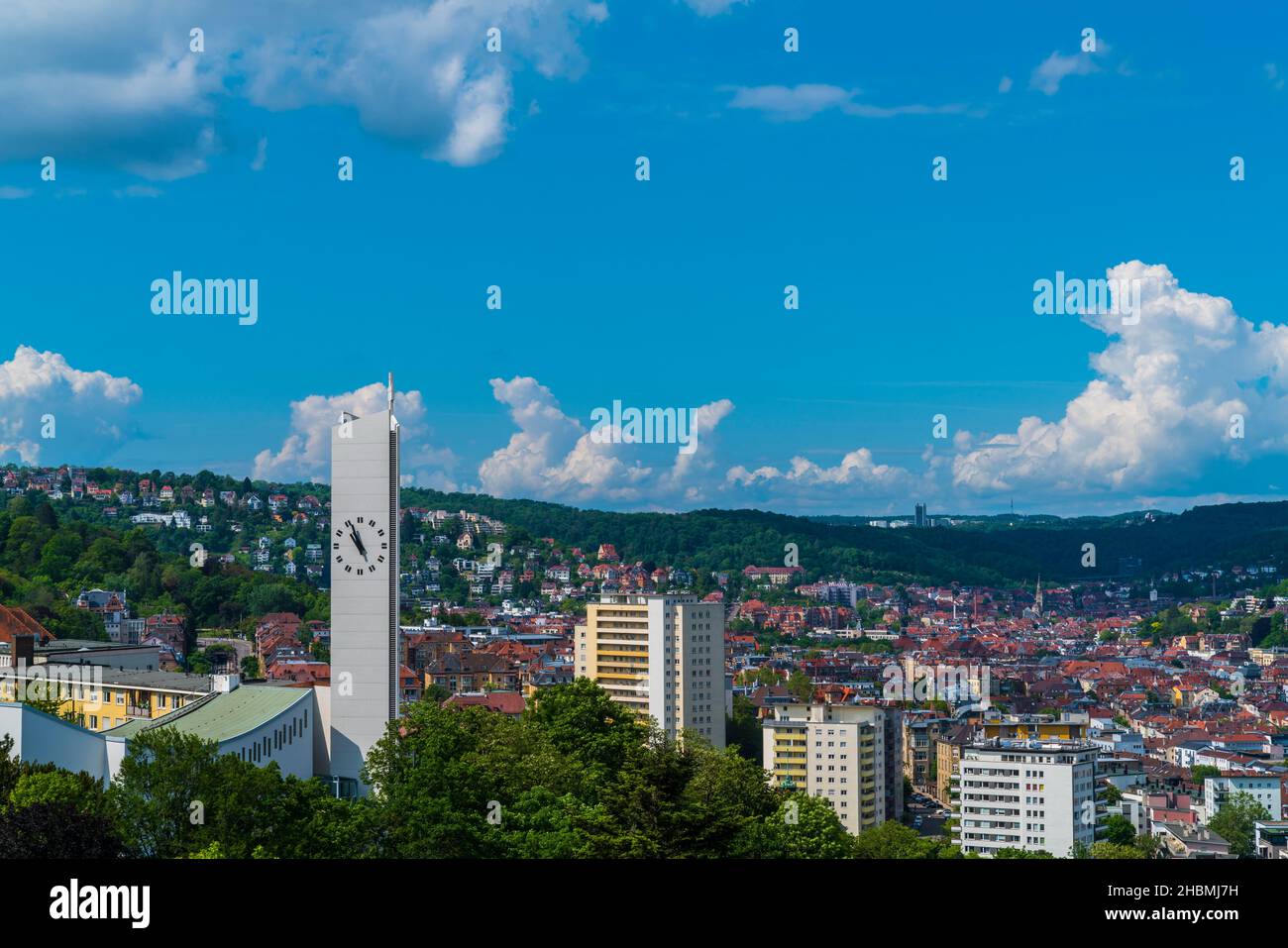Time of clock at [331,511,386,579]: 10:56
